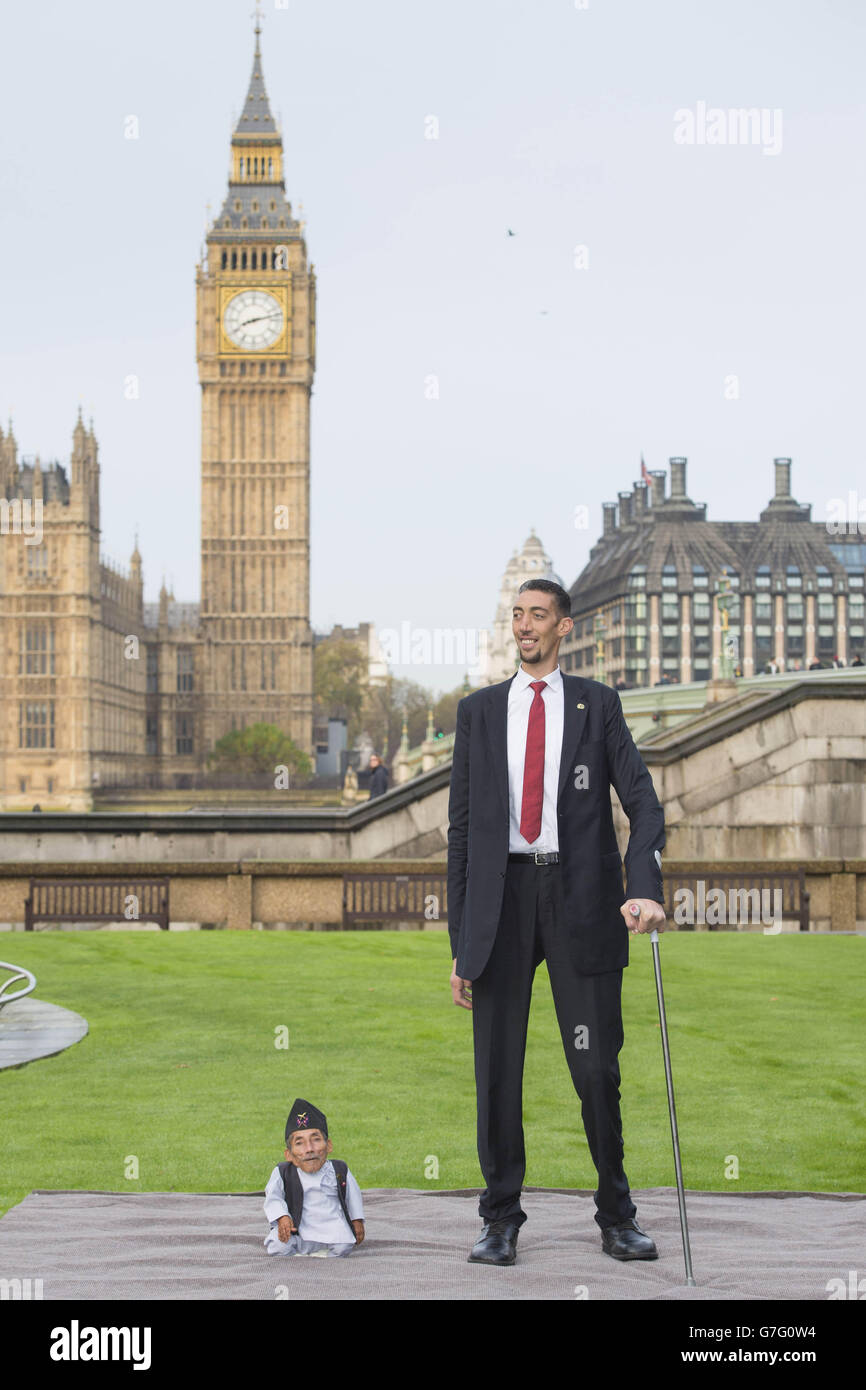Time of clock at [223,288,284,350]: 8:12
